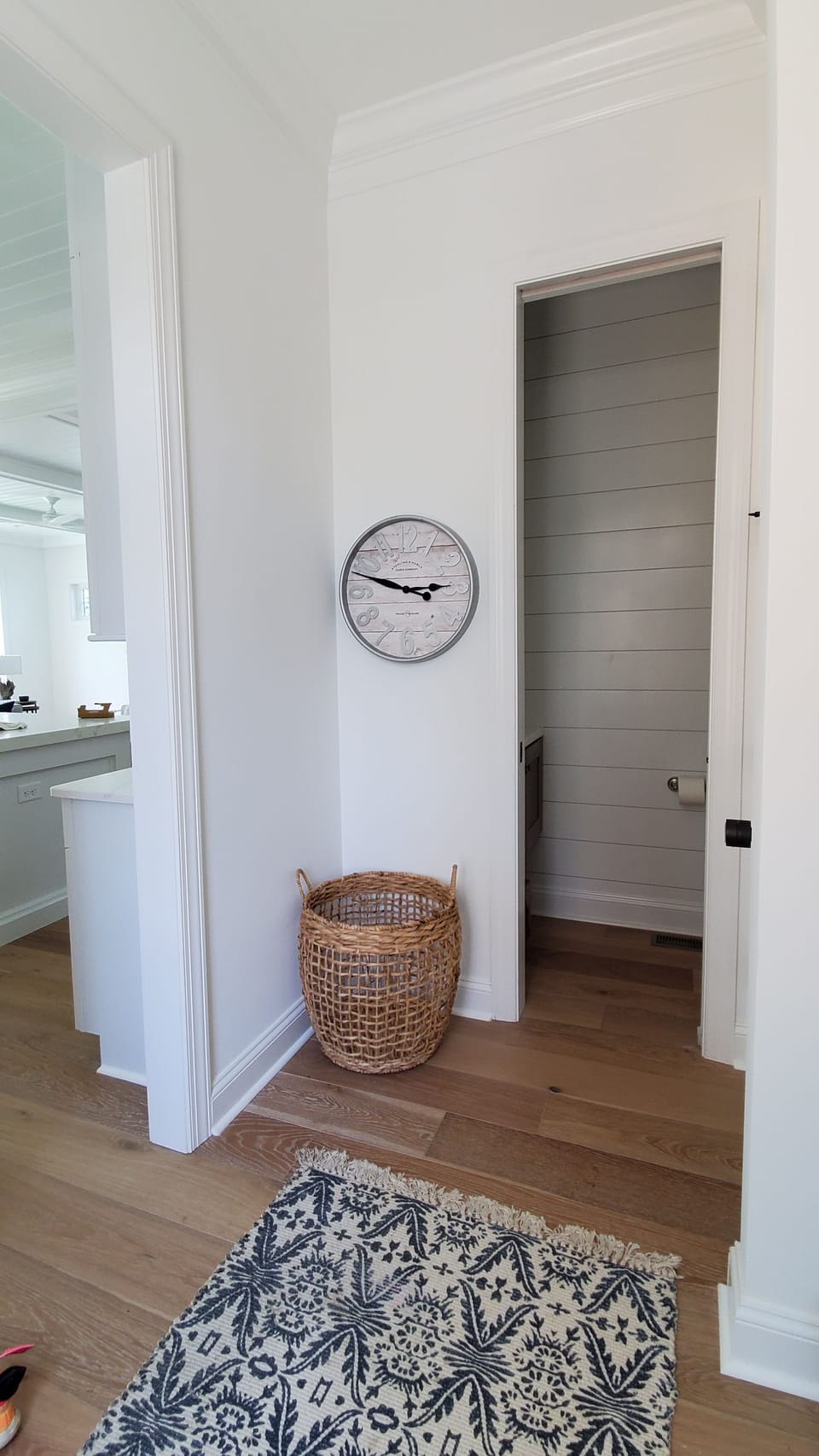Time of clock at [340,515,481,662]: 2:48
